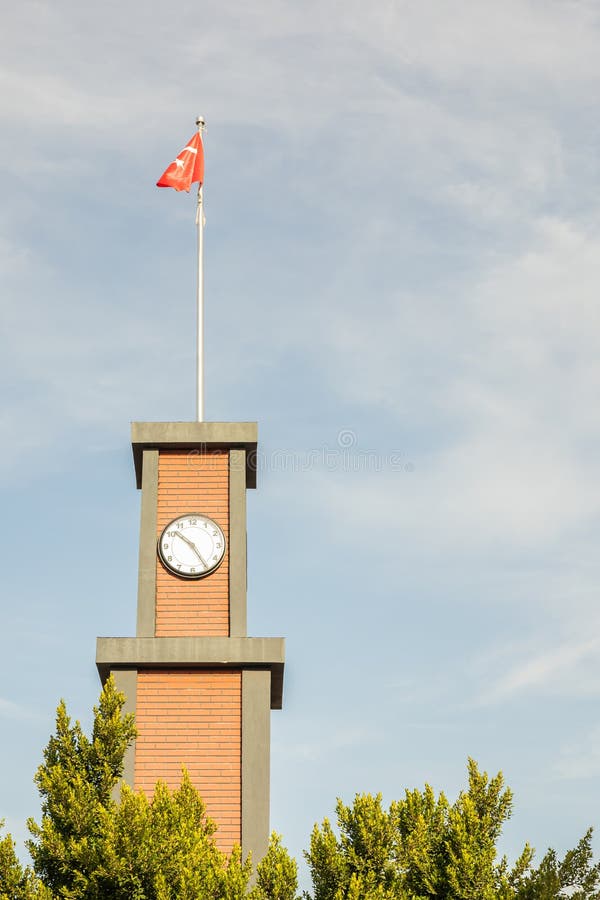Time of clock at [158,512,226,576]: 10:24
